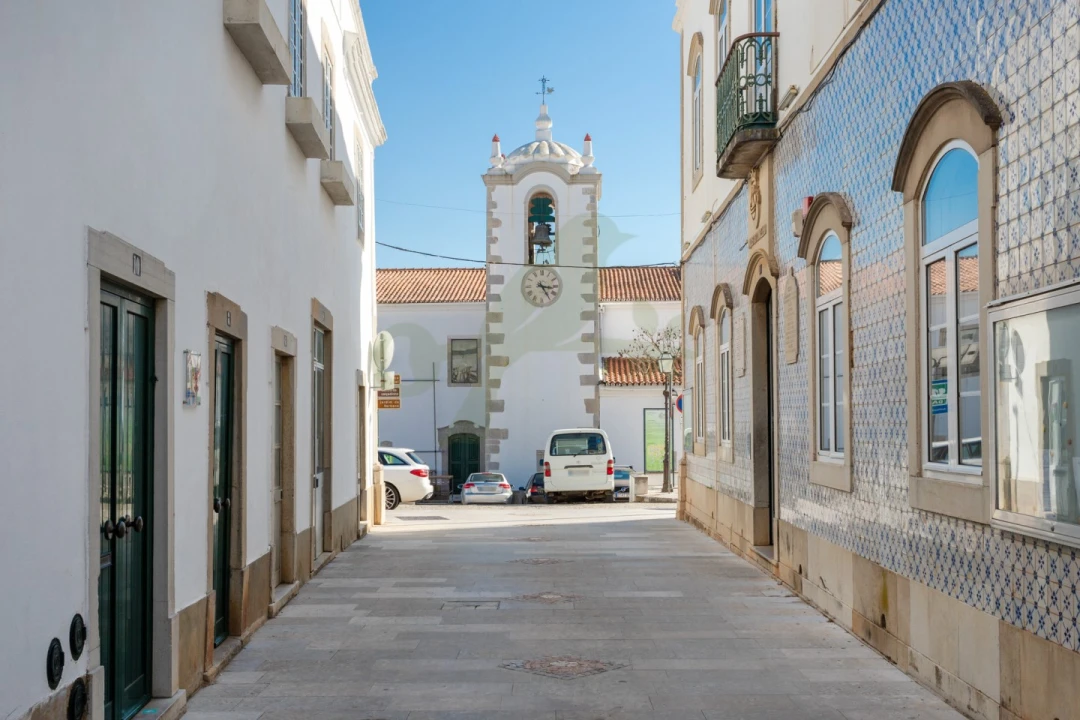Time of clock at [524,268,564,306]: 3:24
